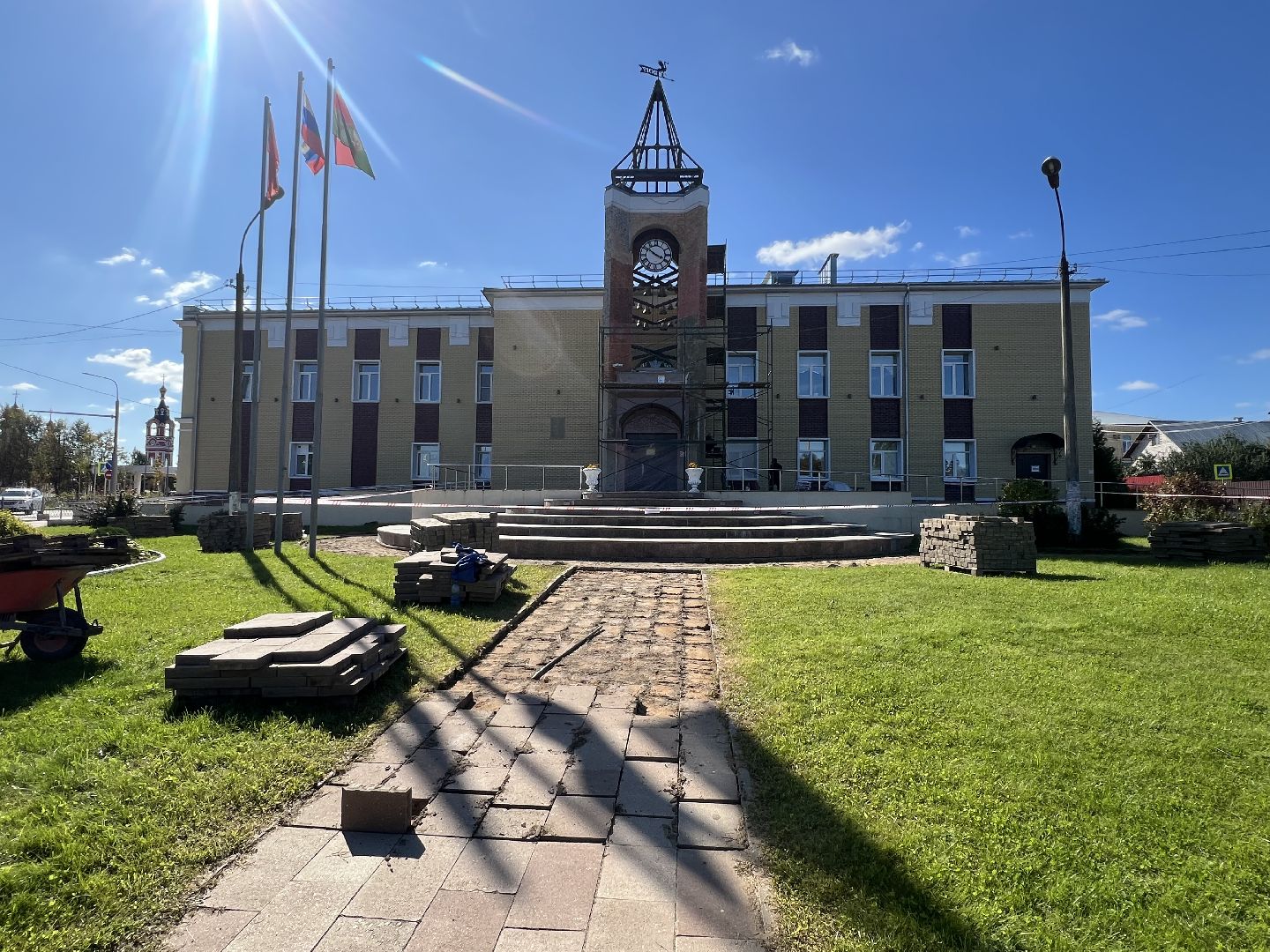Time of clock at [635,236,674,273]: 3:50
